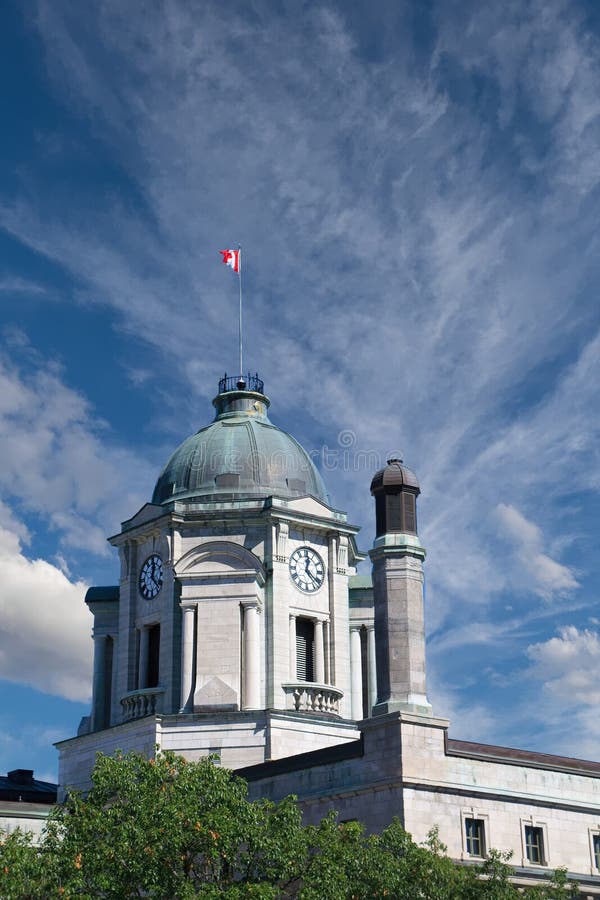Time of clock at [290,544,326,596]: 12:21
